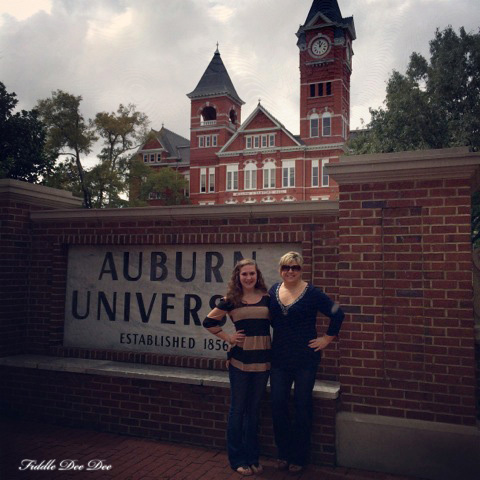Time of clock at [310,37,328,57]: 12:58
